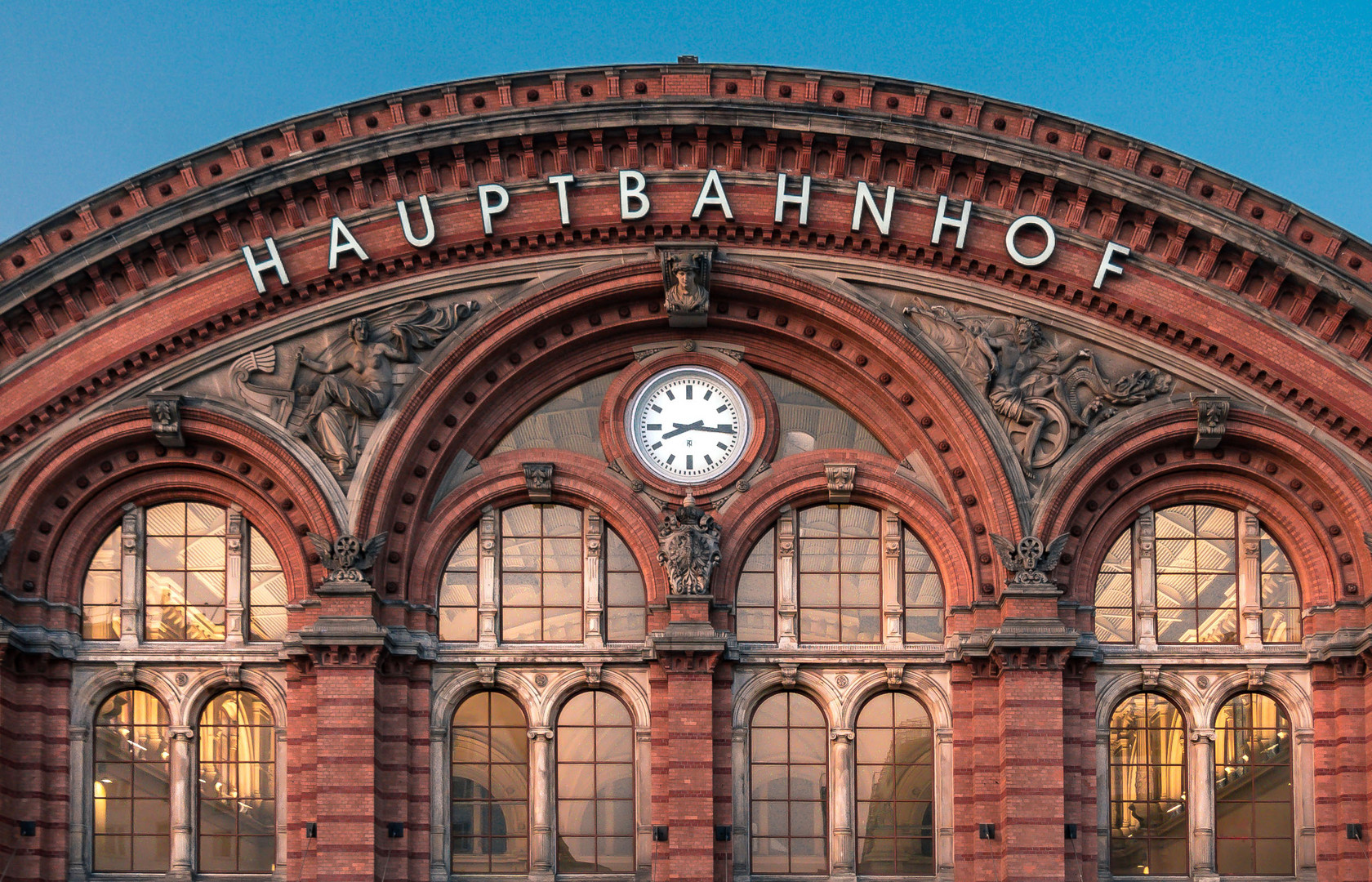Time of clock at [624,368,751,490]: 8:16
